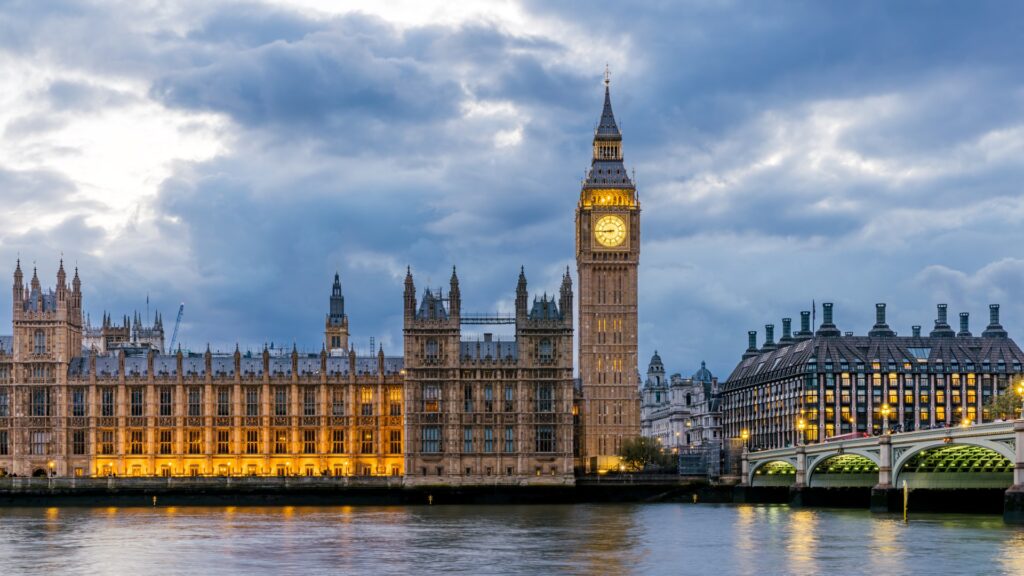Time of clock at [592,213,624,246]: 8:44
